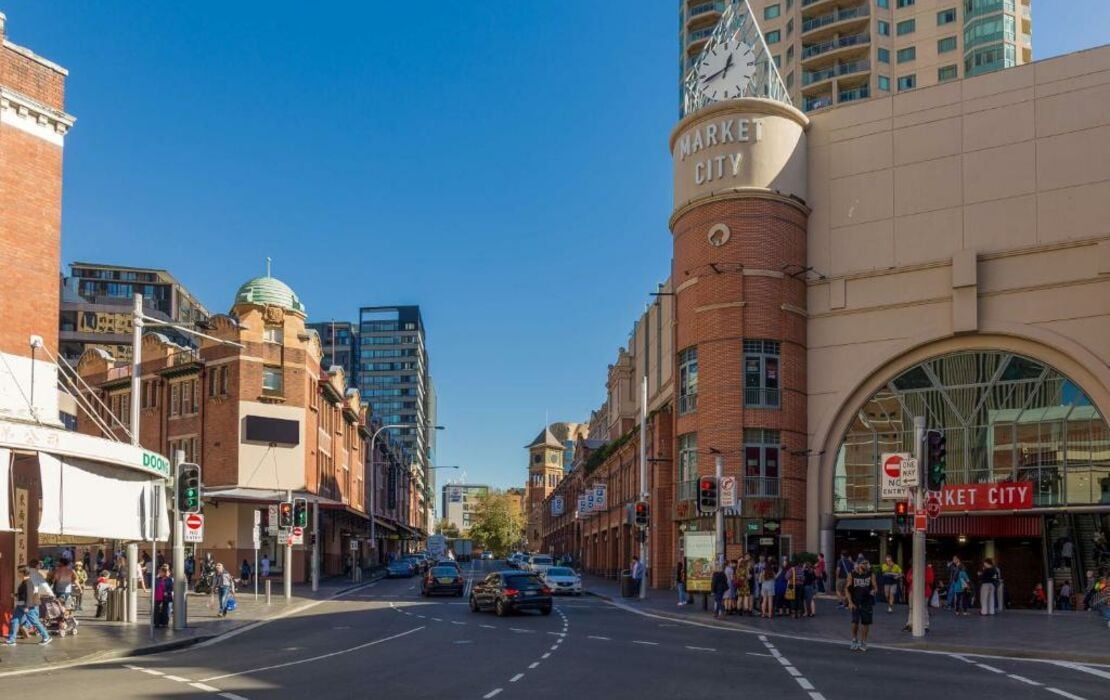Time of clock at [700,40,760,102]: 12:42
